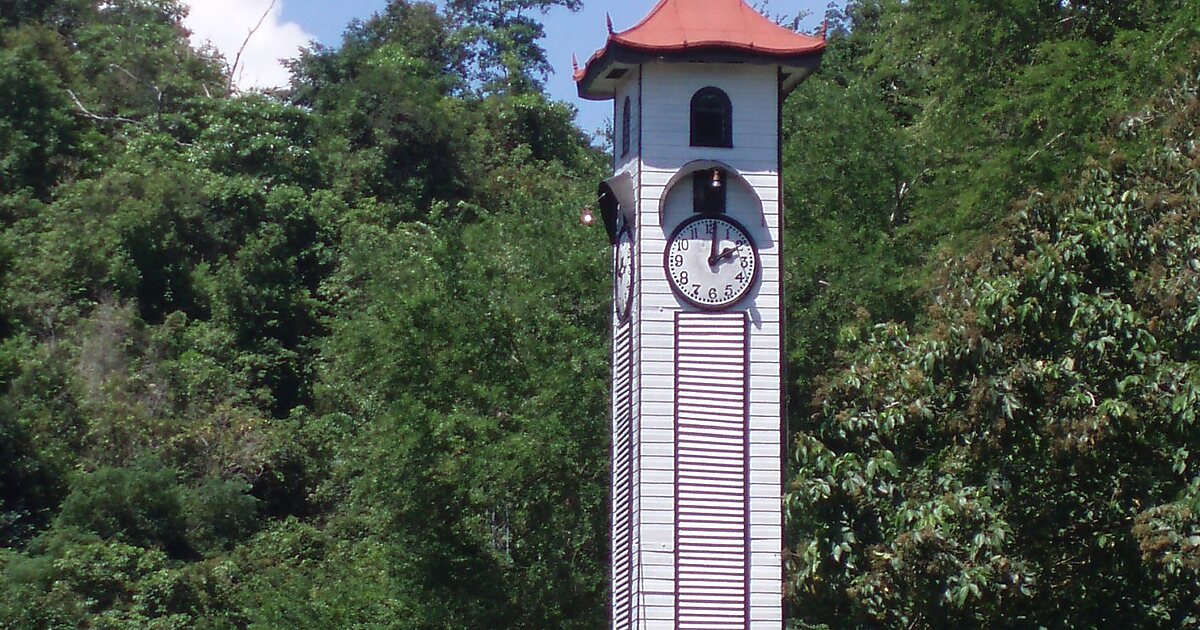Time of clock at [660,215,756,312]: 2:01
